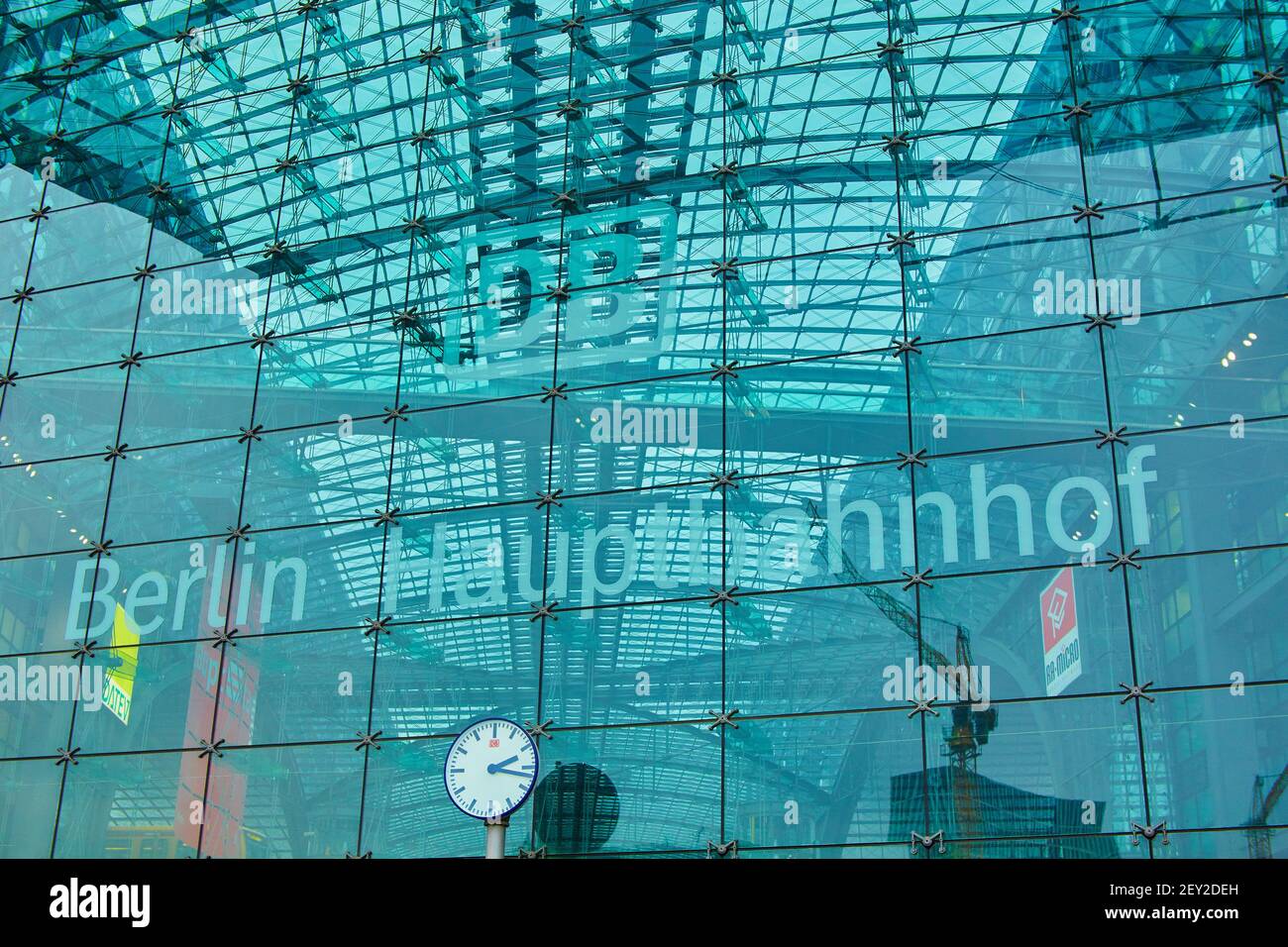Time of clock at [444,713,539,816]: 2:17
